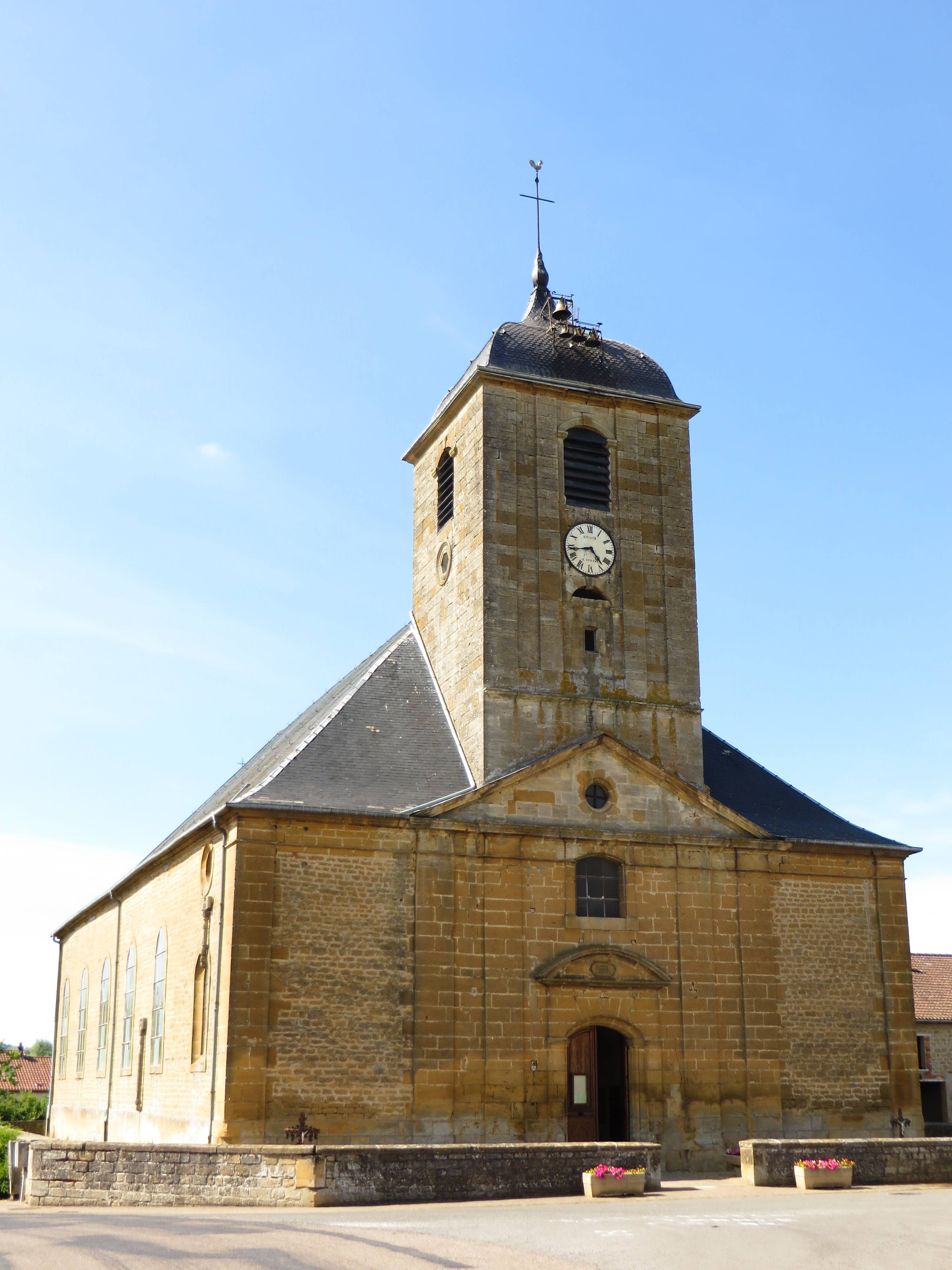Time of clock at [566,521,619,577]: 4:43
